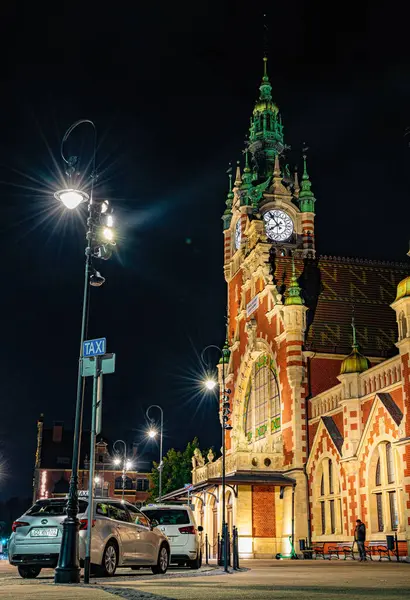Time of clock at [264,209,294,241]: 7:53
